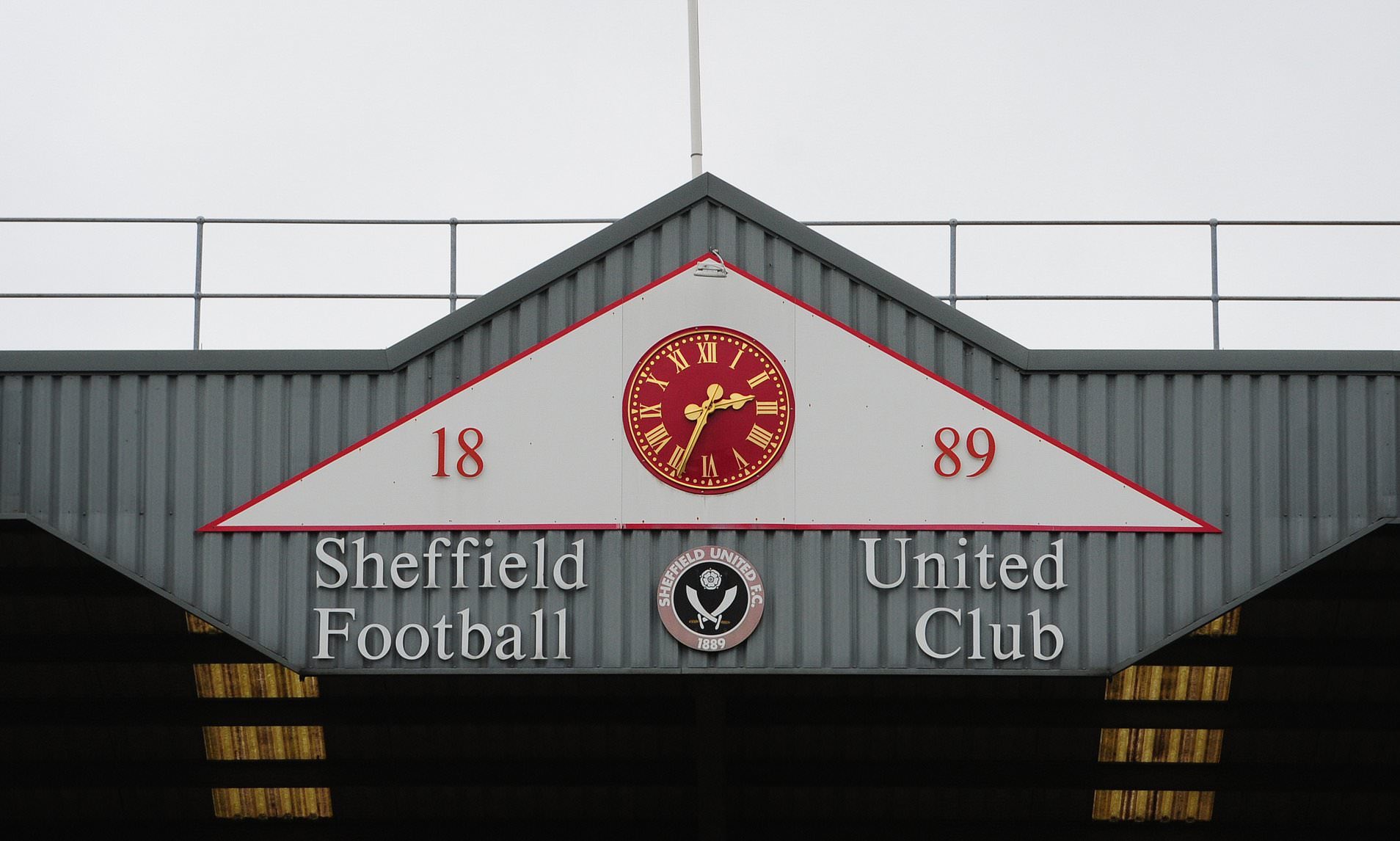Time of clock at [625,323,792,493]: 2:34
